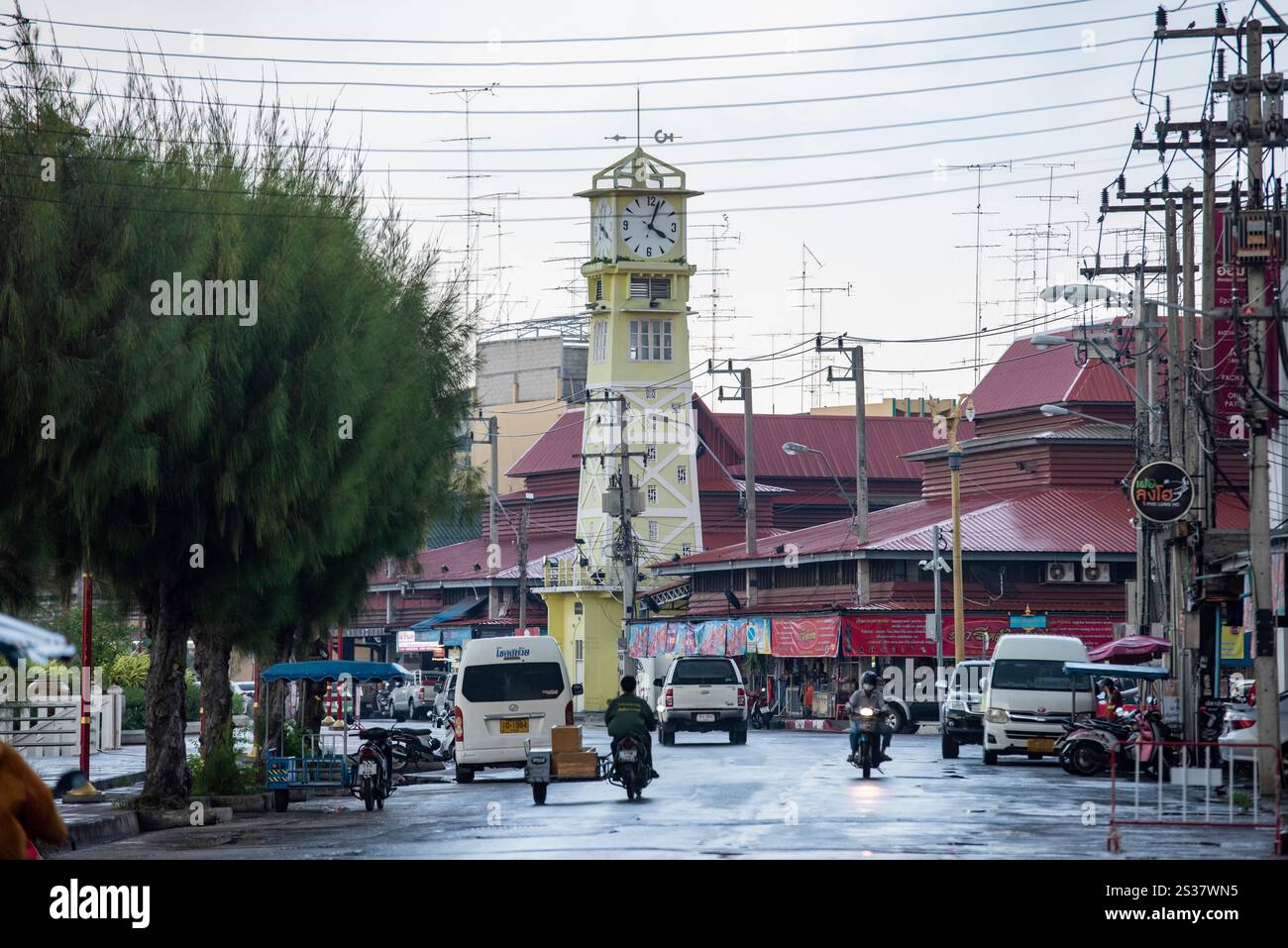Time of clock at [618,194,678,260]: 4:03
